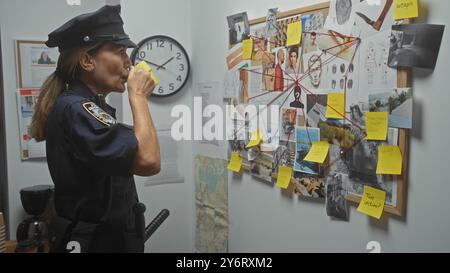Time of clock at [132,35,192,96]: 1:47
